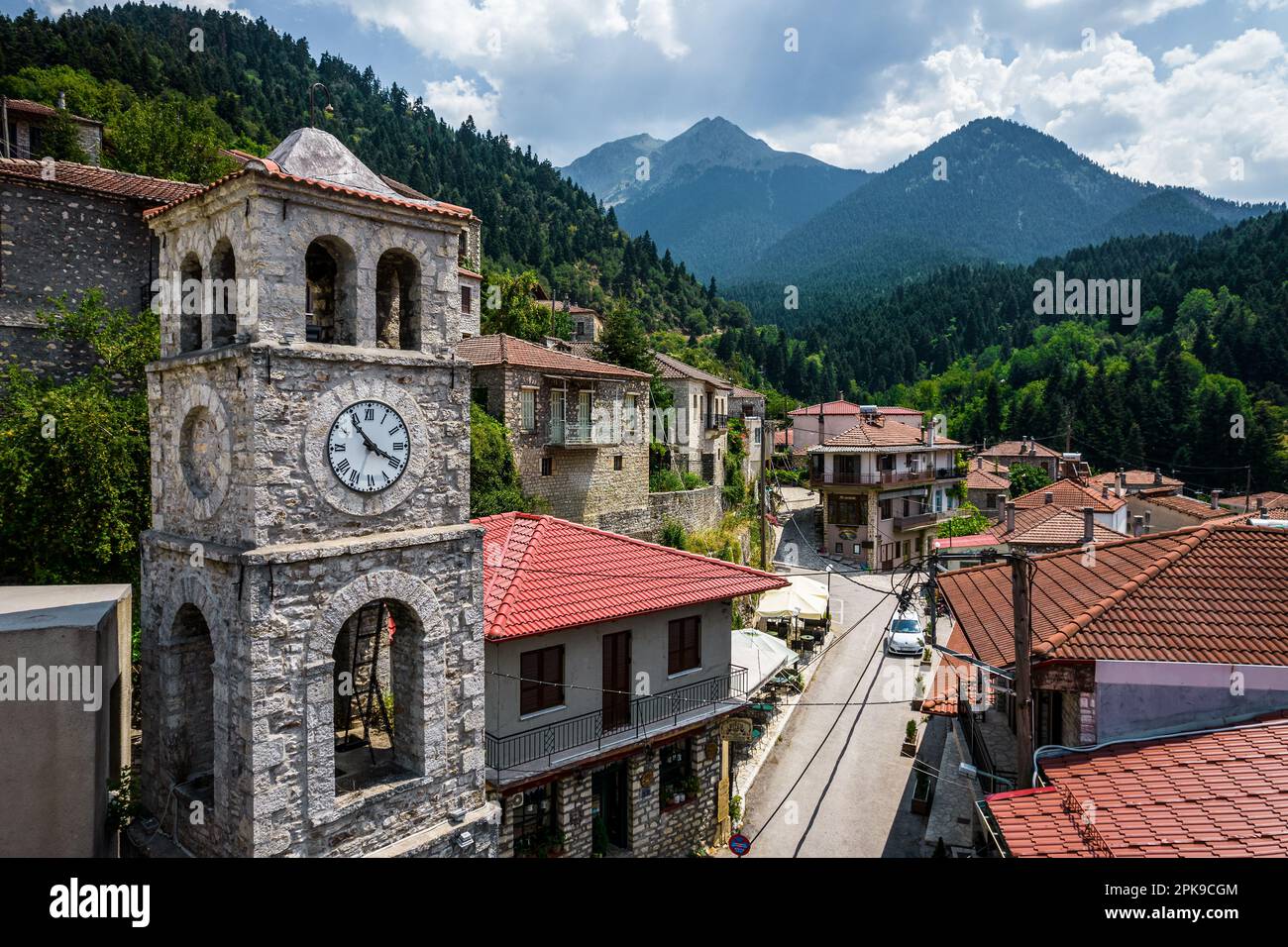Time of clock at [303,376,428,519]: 3:53
